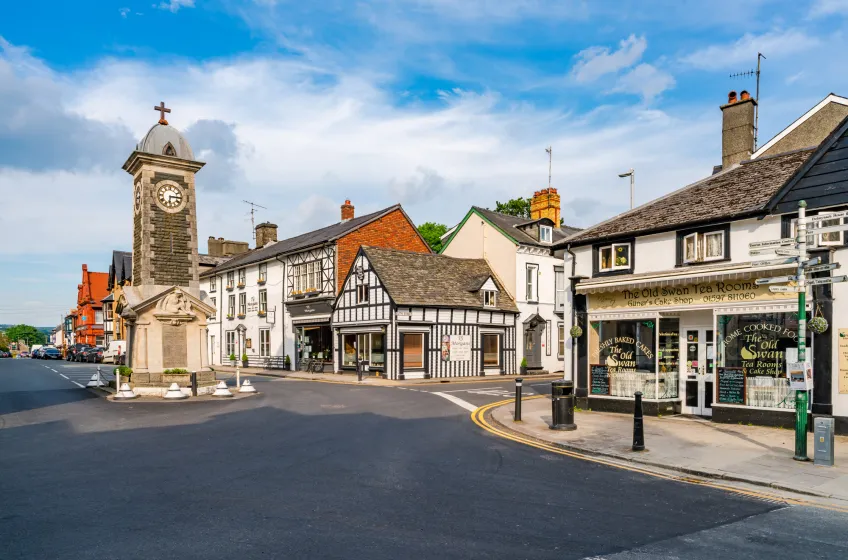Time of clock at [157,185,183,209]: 6:15
